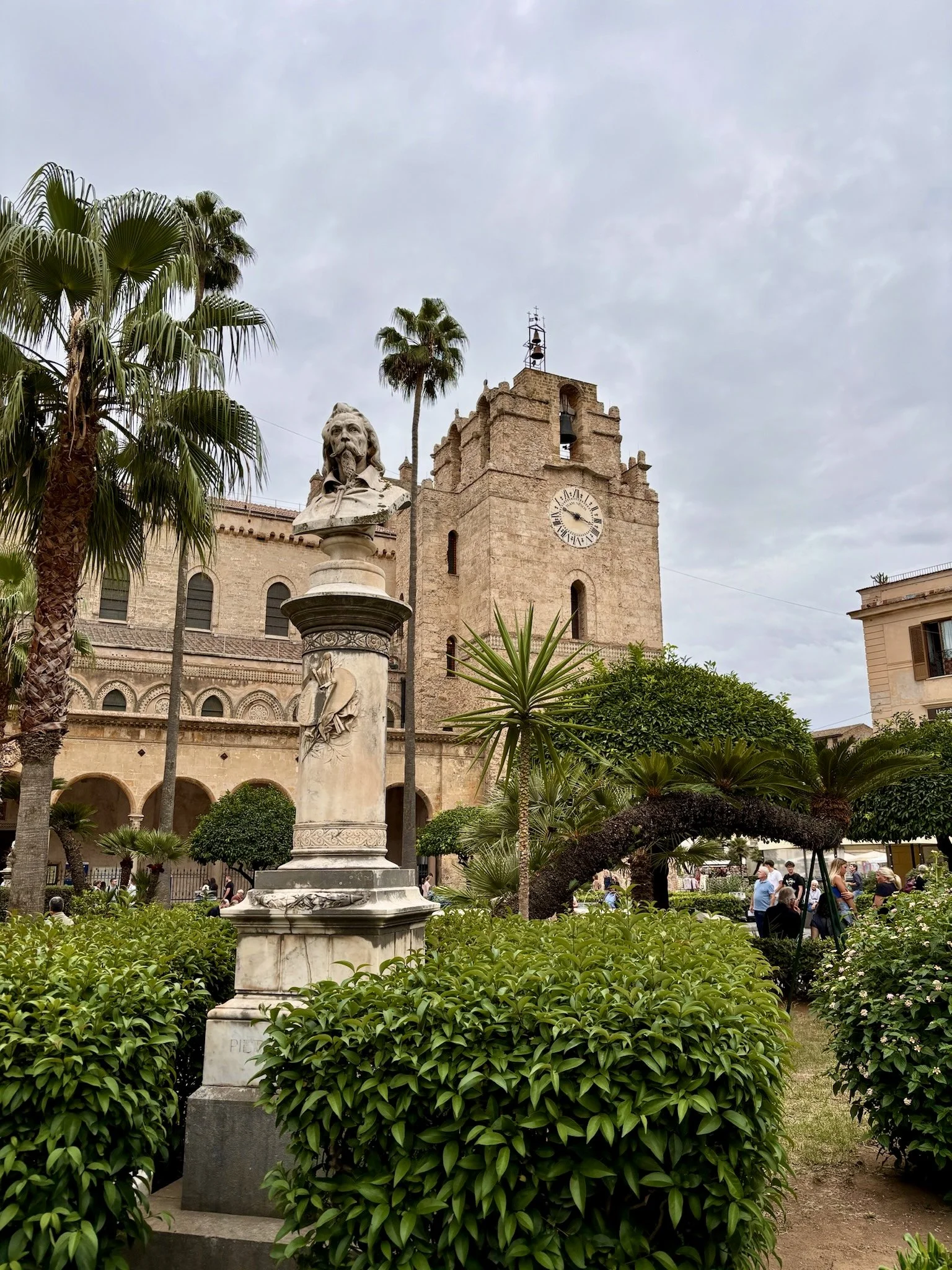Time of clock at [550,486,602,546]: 3:48
